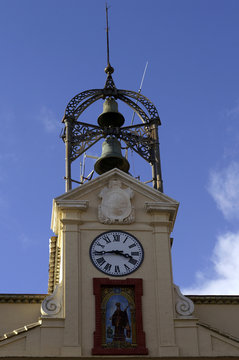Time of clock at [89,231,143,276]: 3:44
